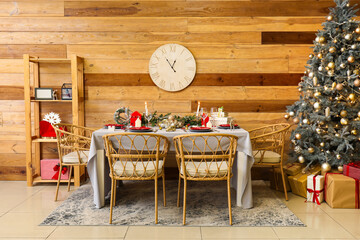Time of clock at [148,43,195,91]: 12:53
